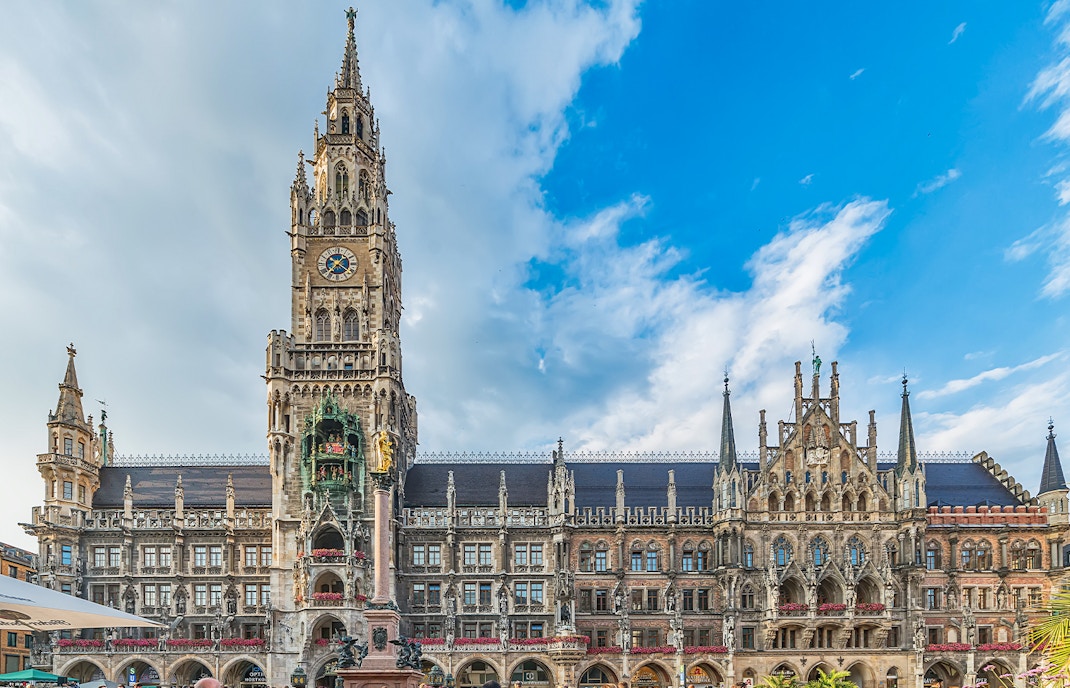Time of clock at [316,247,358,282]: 1:36
